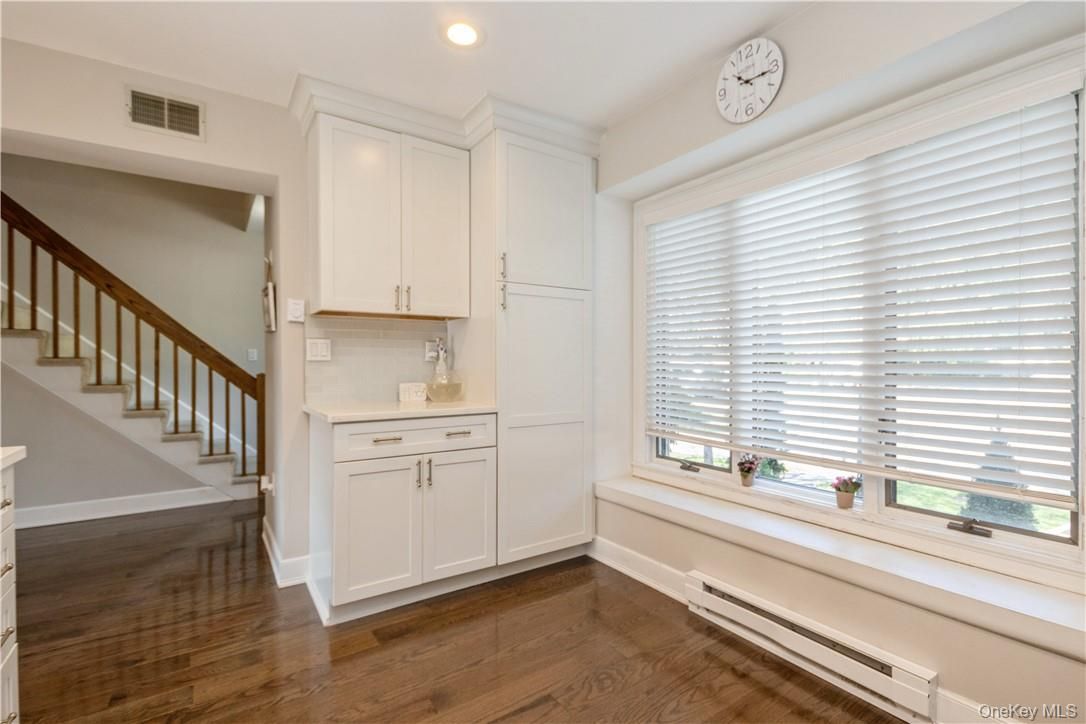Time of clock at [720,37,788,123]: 10:15
